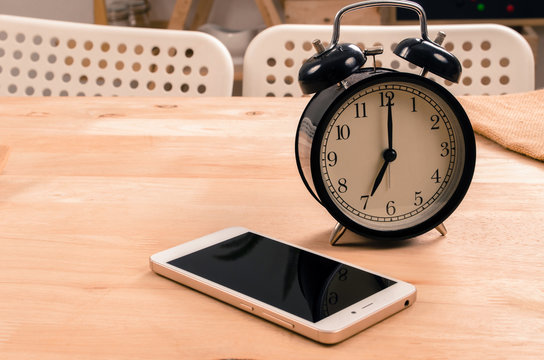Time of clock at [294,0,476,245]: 7:00
